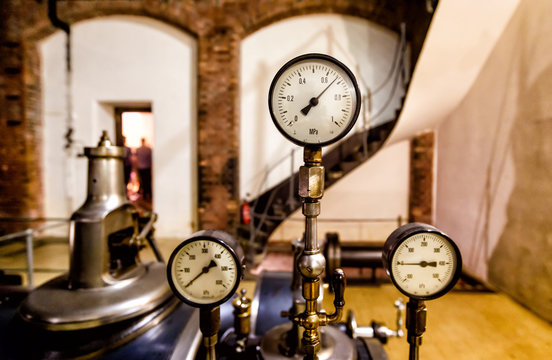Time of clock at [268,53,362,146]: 7:08
